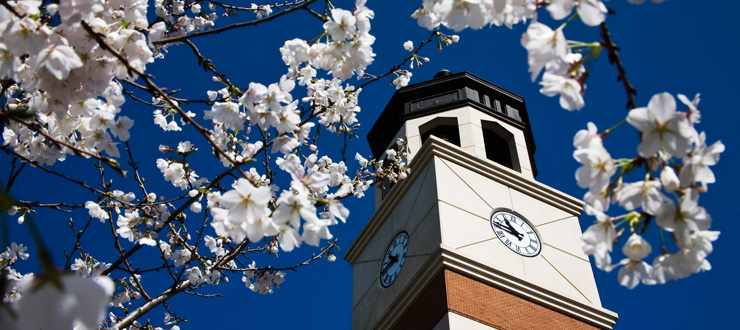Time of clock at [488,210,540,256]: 10:46
